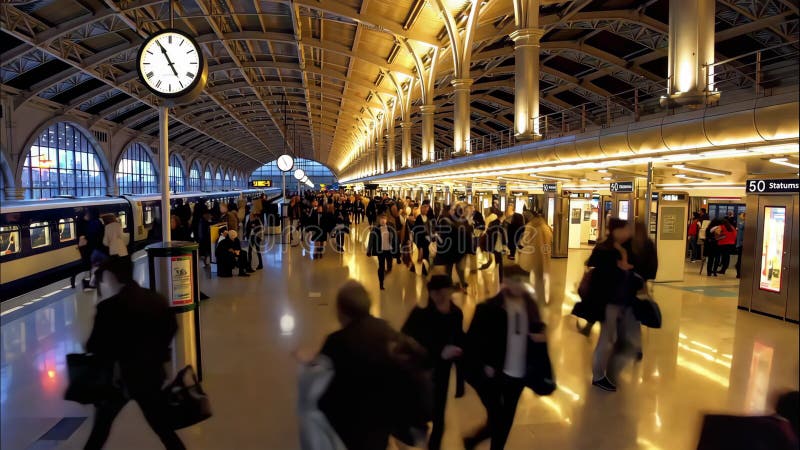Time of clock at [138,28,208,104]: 4:55
